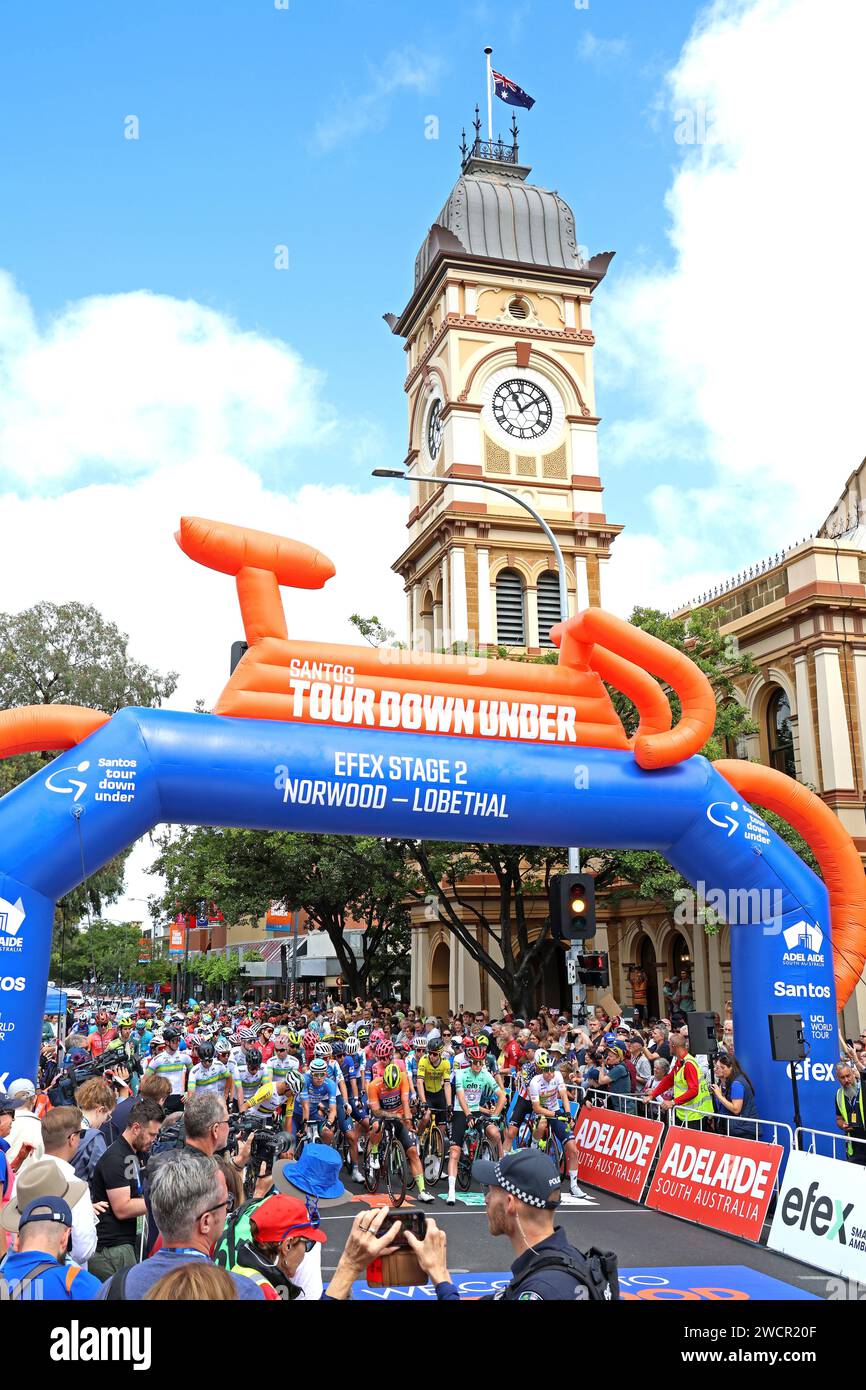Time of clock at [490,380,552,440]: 11:08
